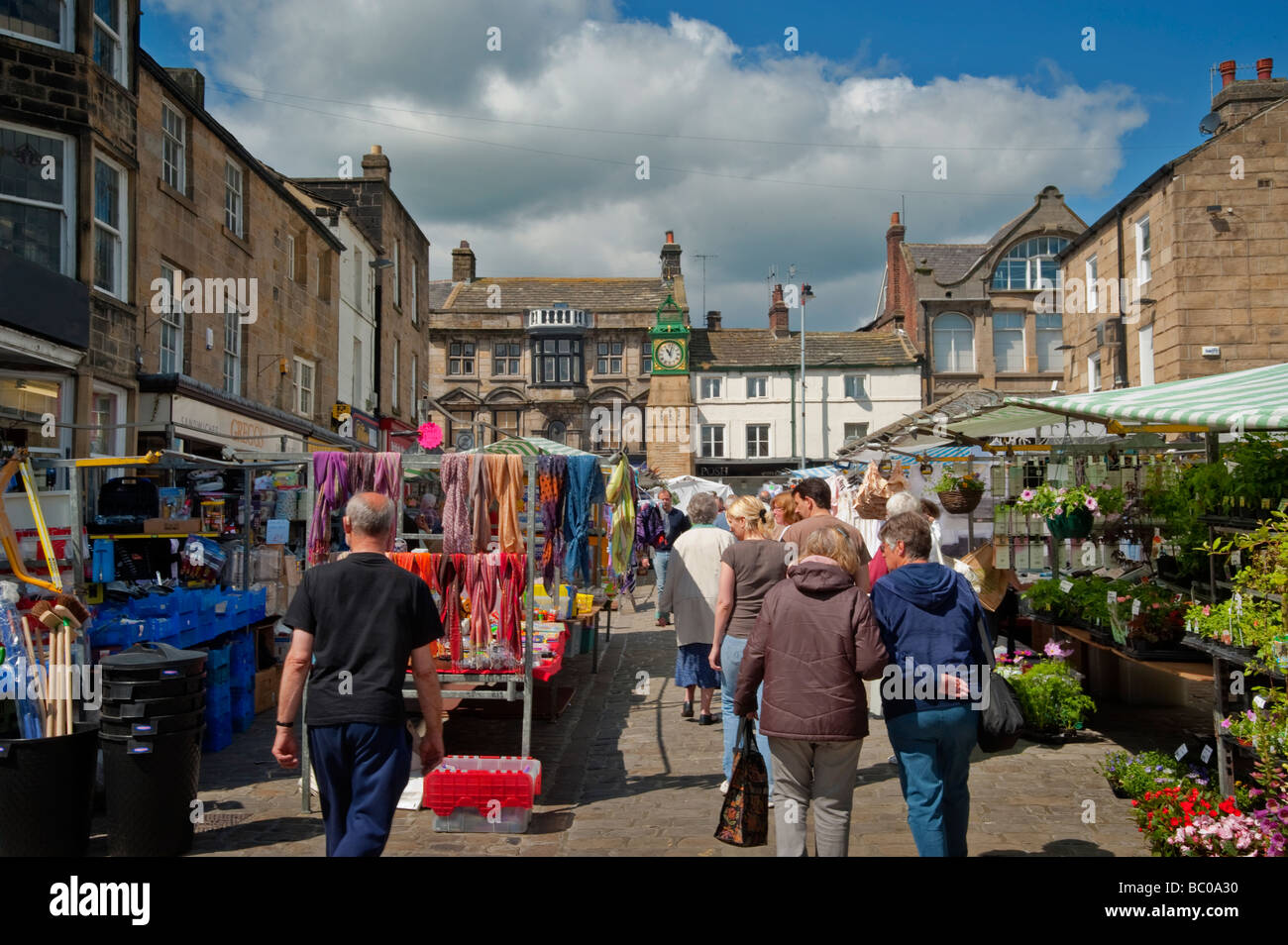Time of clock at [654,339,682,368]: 11:02
